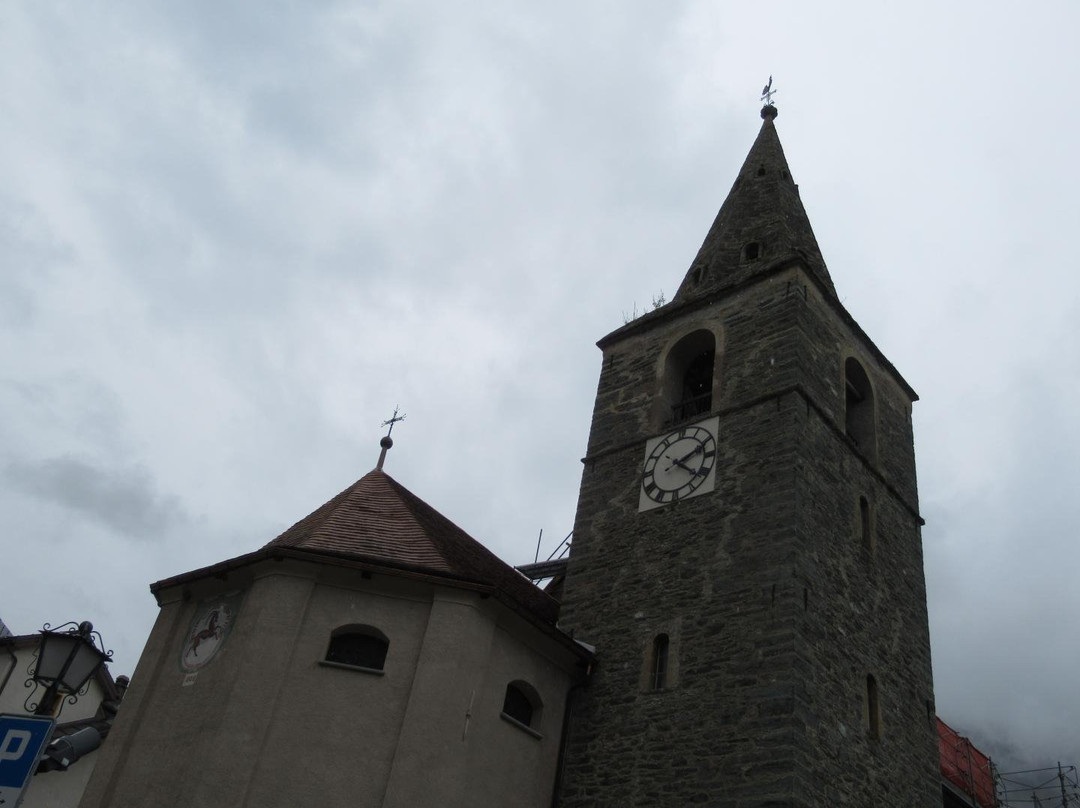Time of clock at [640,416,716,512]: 2:21
